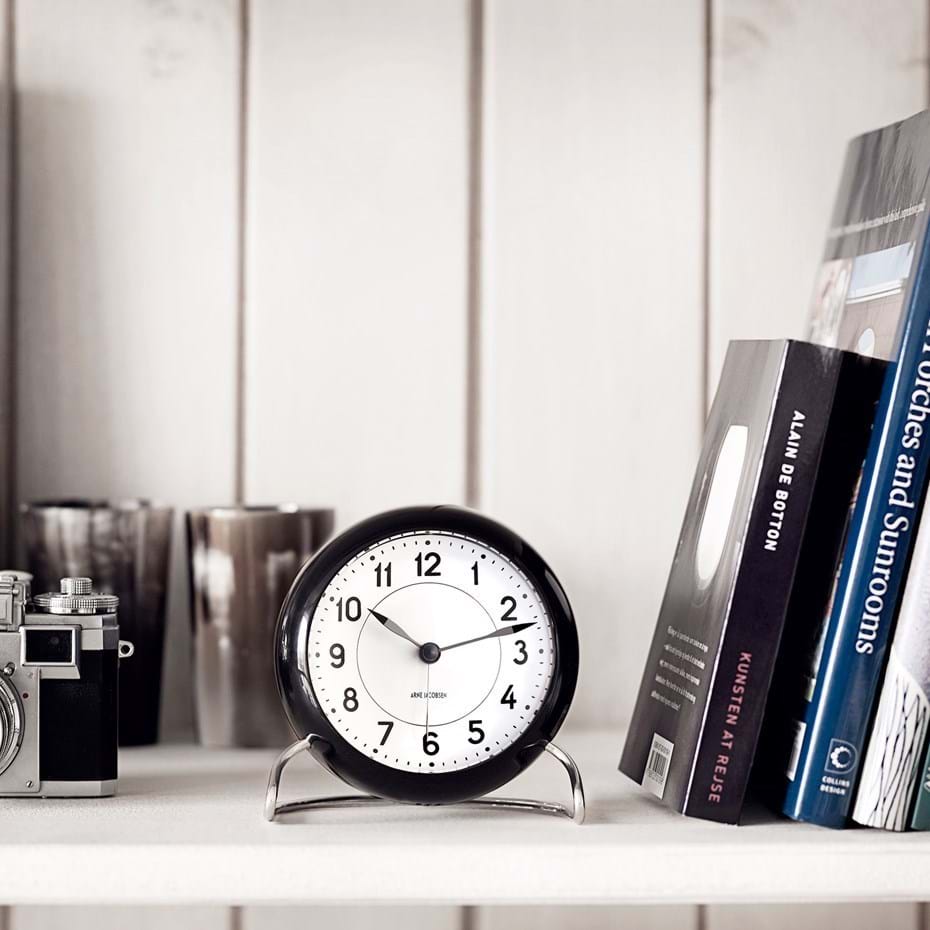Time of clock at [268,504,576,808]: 10:12
